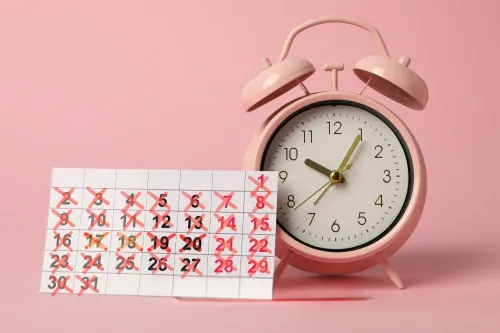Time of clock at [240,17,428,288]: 10:05
